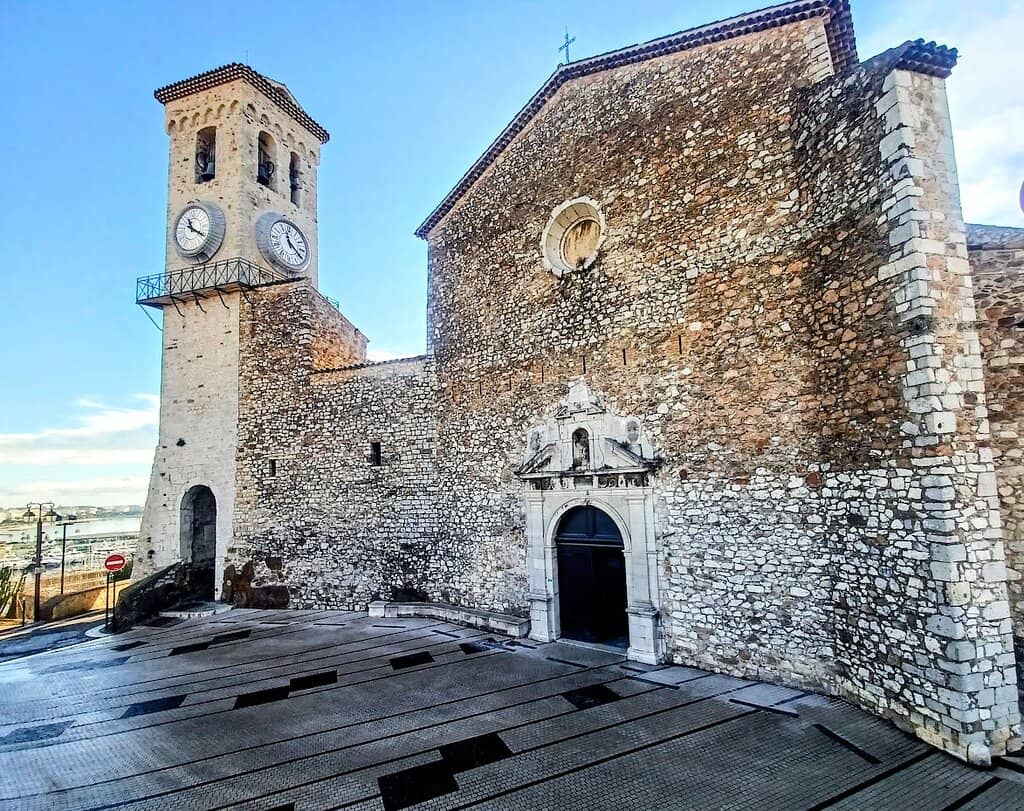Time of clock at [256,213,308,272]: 11:20
